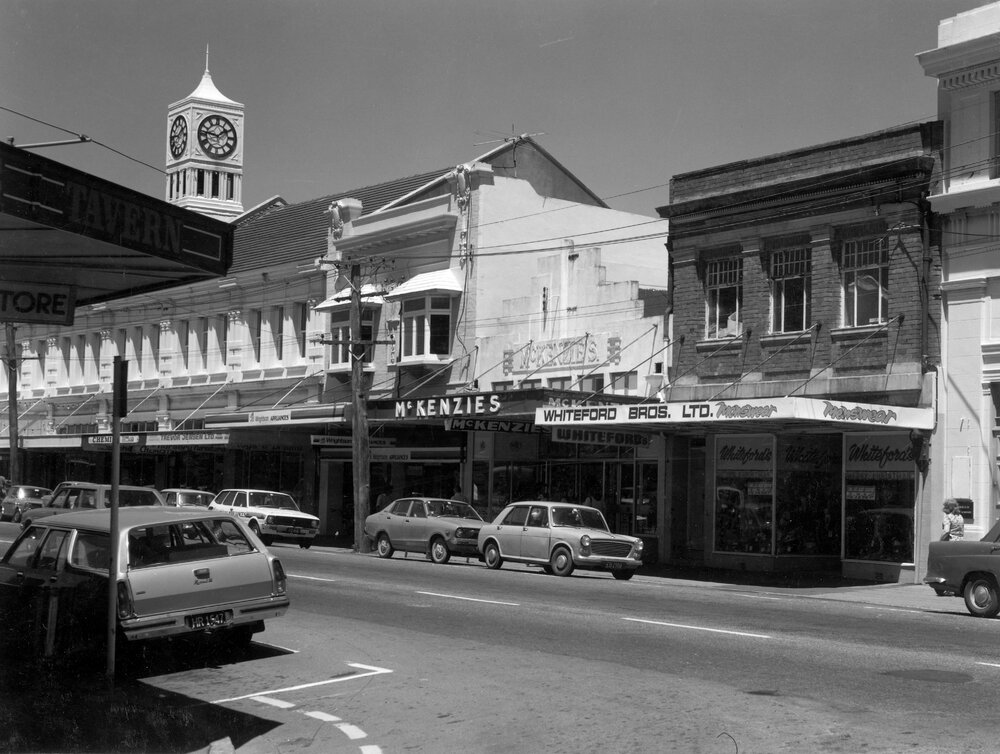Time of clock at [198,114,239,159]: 1:46
